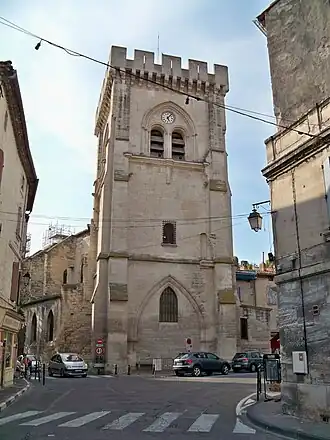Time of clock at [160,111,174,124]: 5:06
